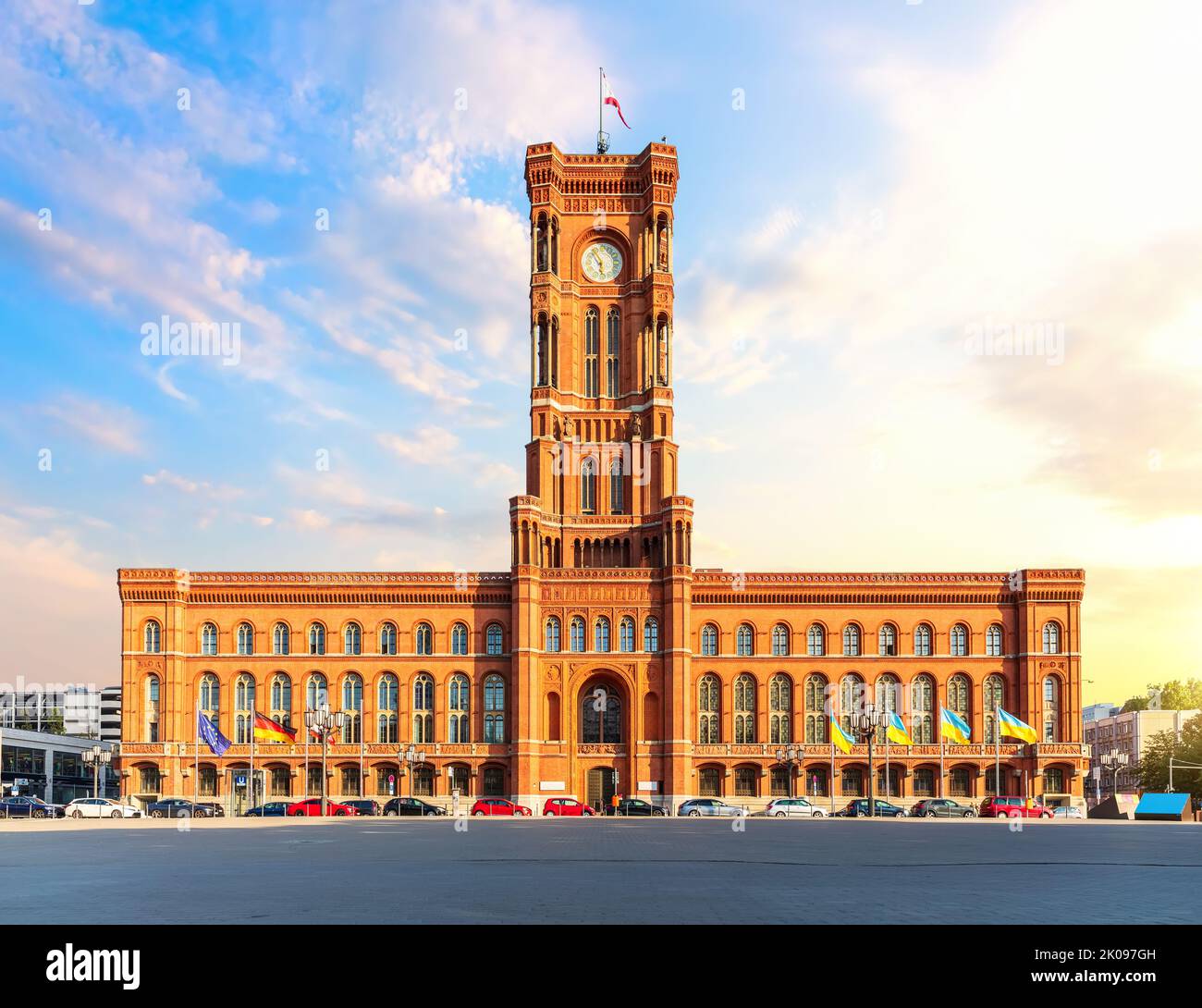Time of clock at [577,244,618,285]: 5:54
